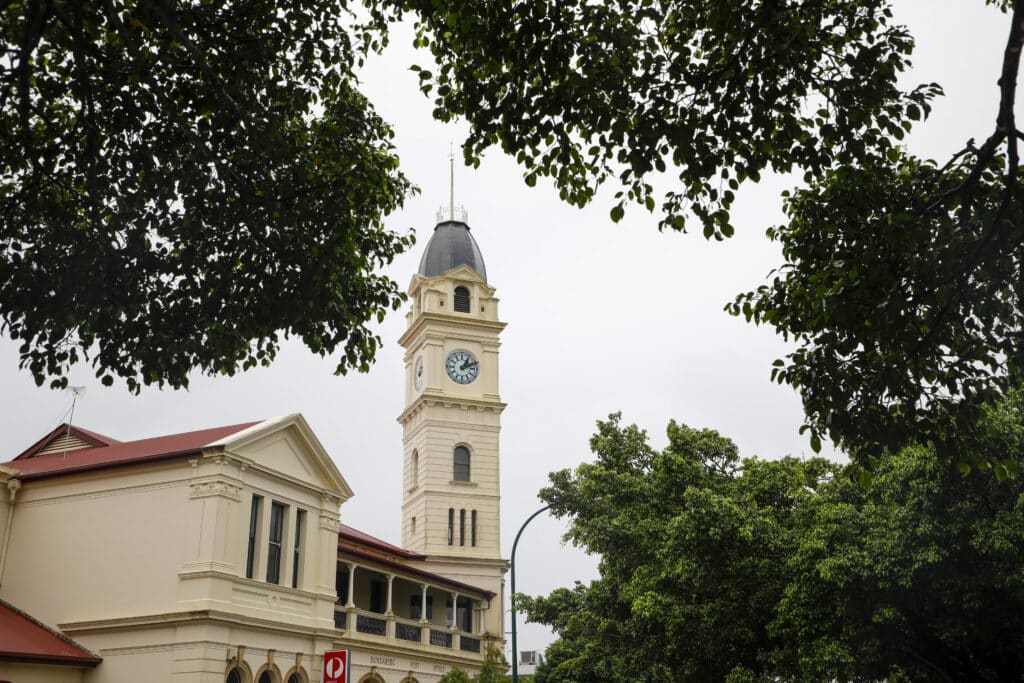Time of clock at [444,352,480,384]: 1:11
